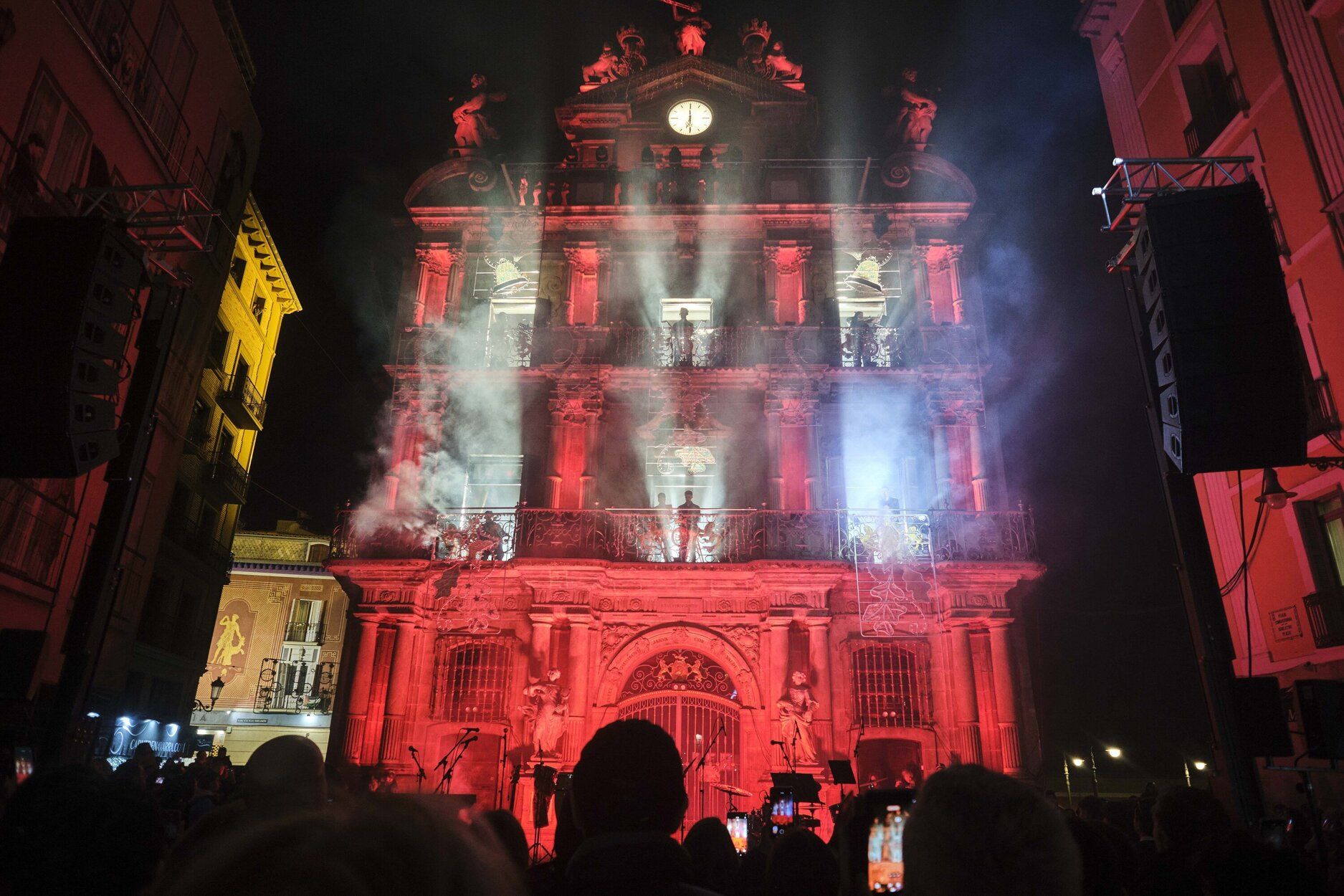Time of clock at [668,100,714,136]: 5:59
